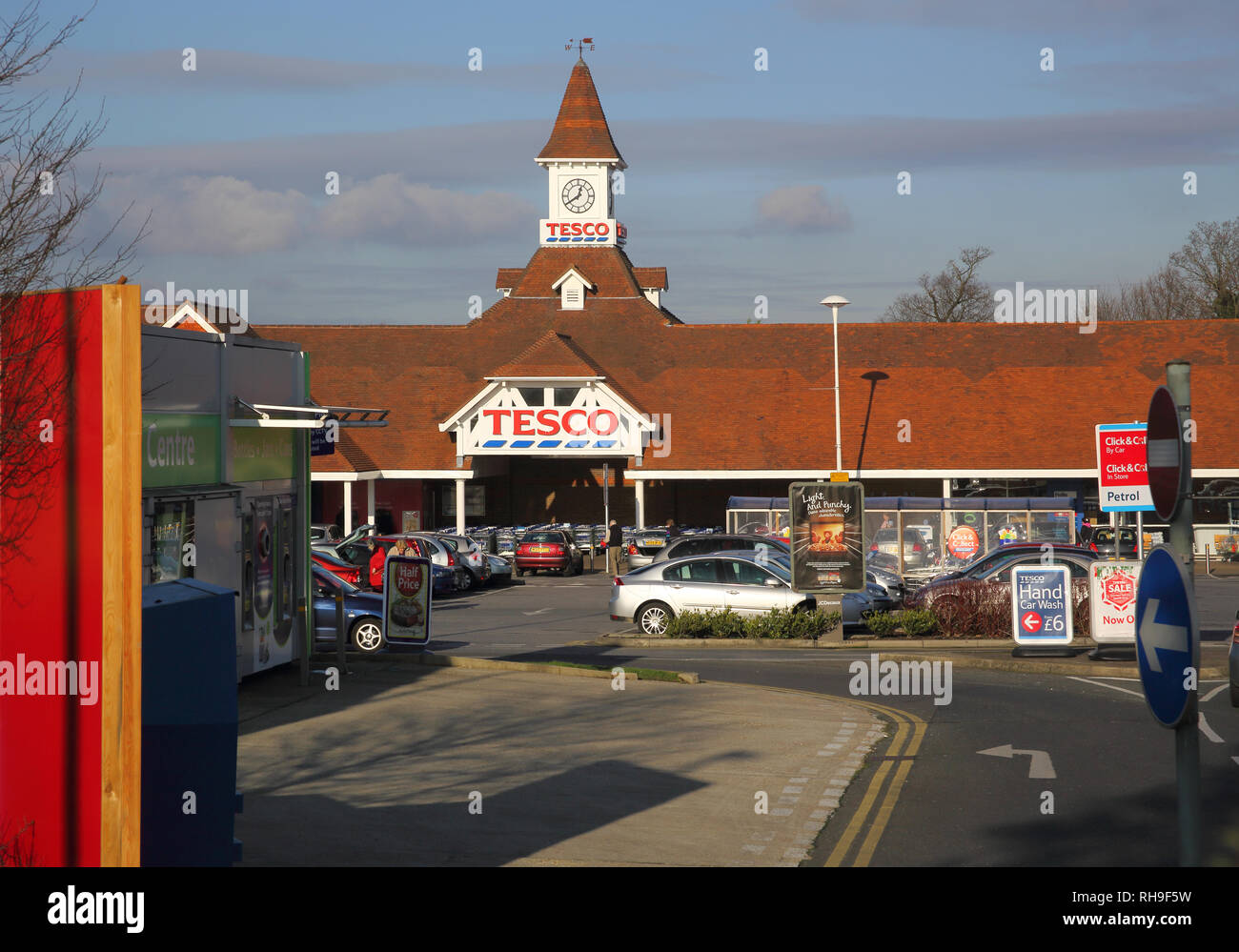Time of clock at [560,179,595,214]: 12:39
